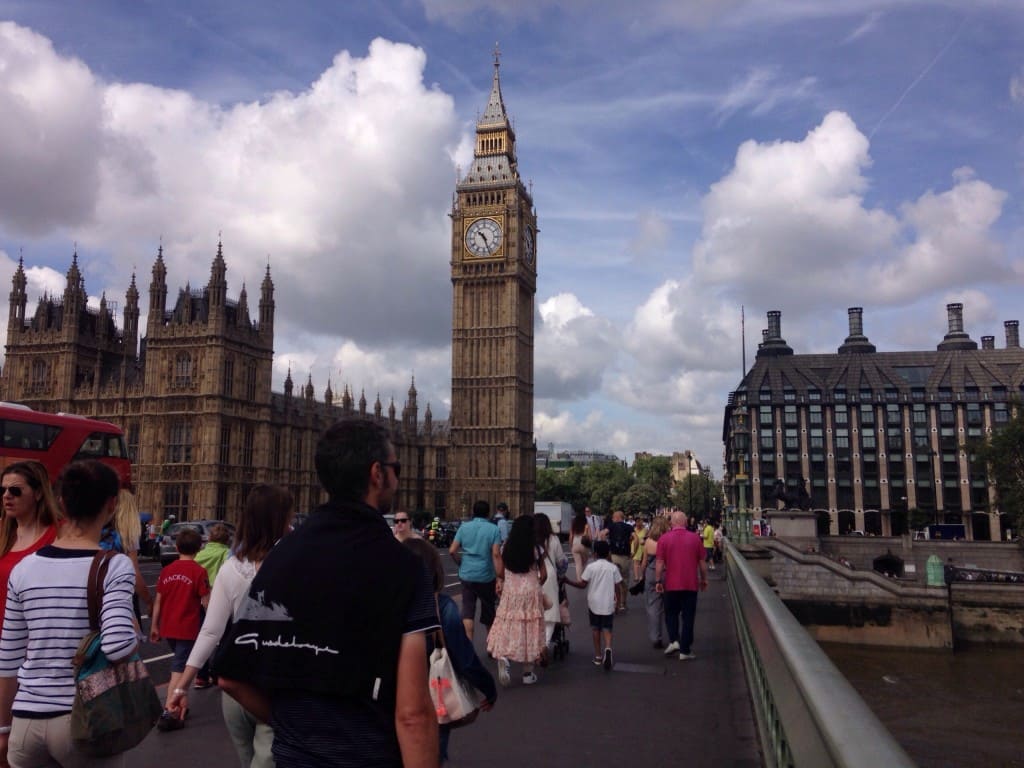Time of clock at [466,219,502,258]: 10:26
